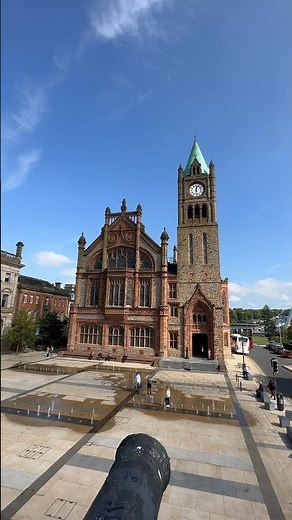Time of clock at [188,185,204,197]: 12:28
